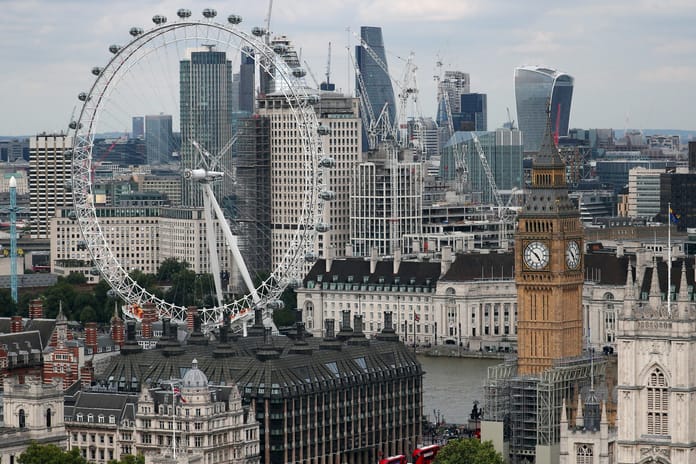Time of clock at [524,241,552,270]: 4:51
